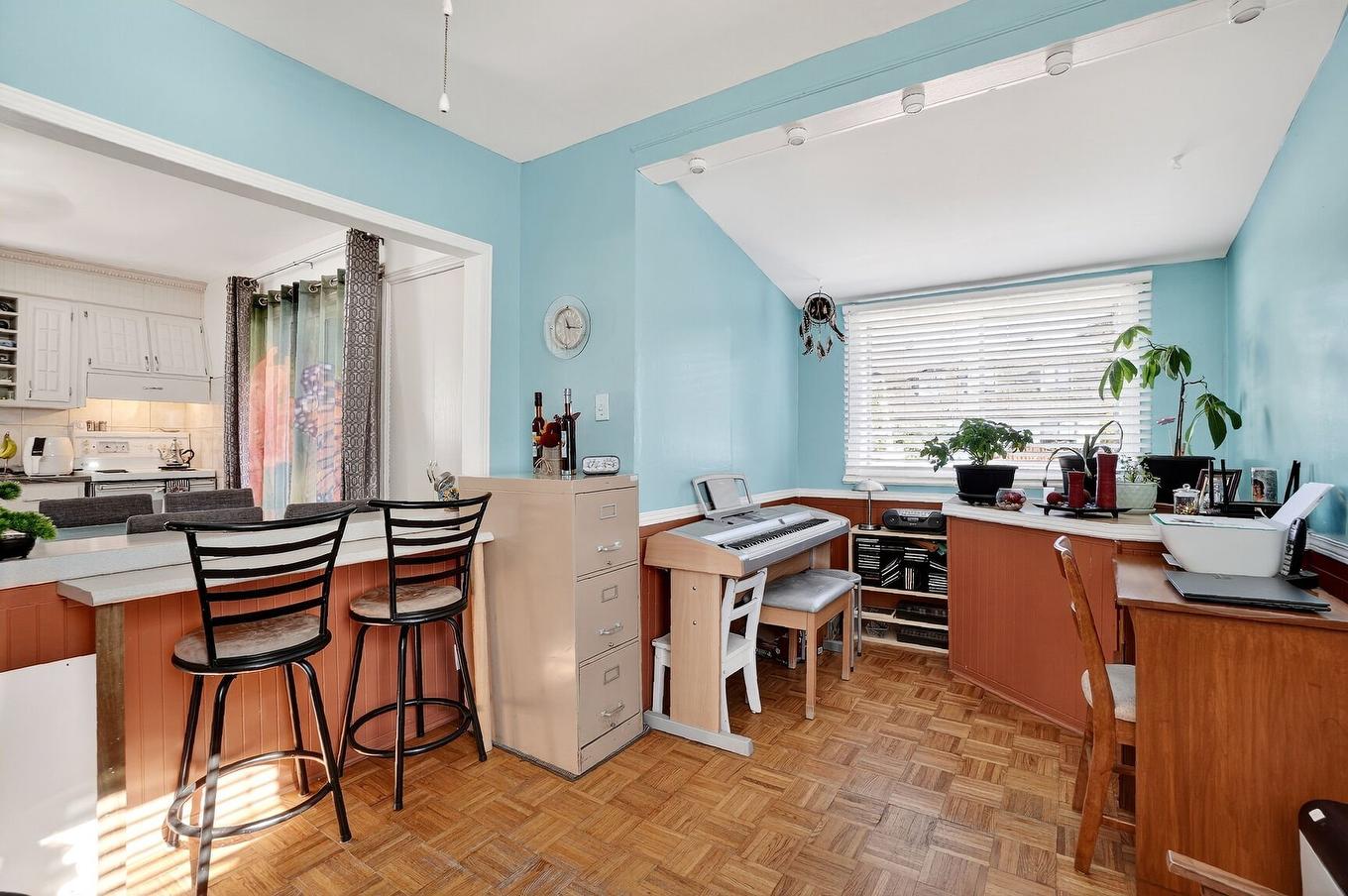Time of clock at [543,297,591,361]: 11:16
